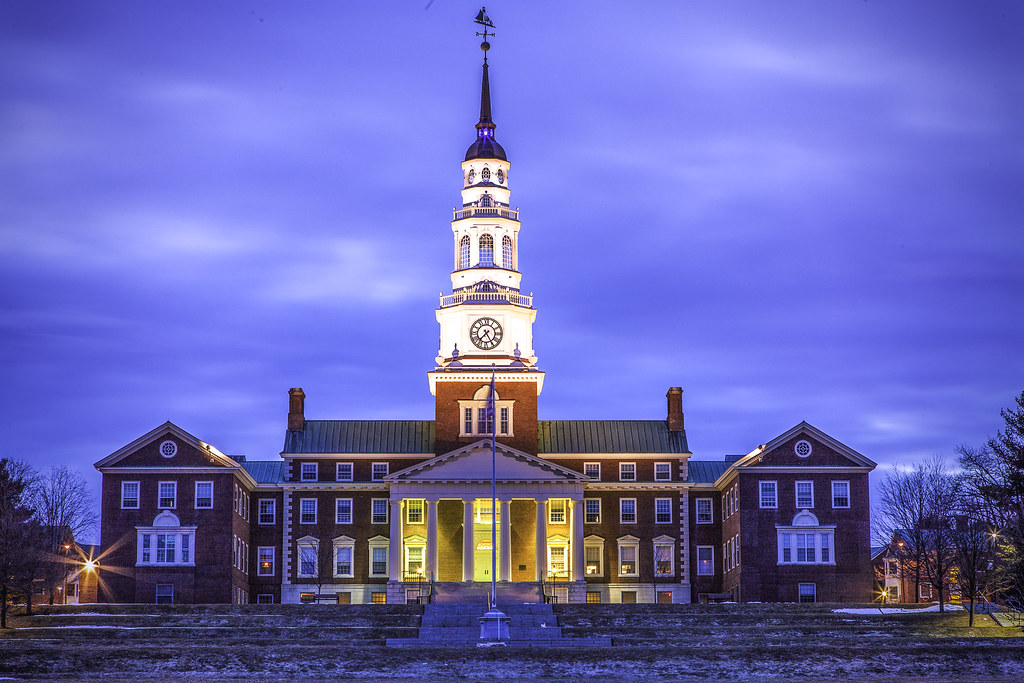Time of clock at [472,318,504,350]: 7:24
